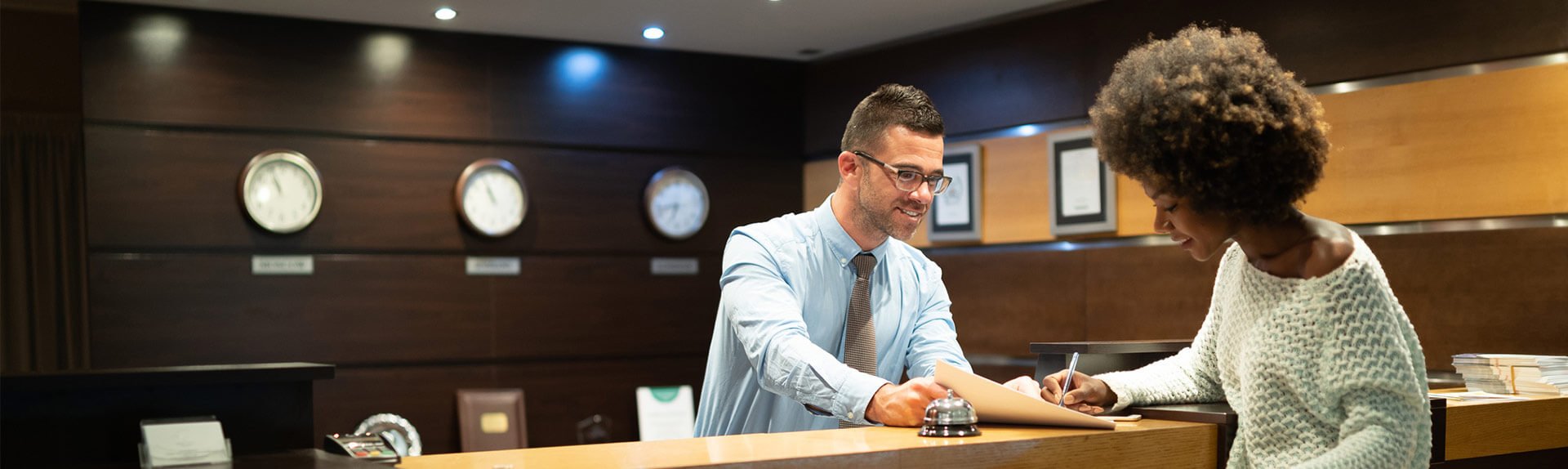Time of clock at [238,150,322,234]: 10:55
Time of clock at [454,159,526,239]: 10:55
